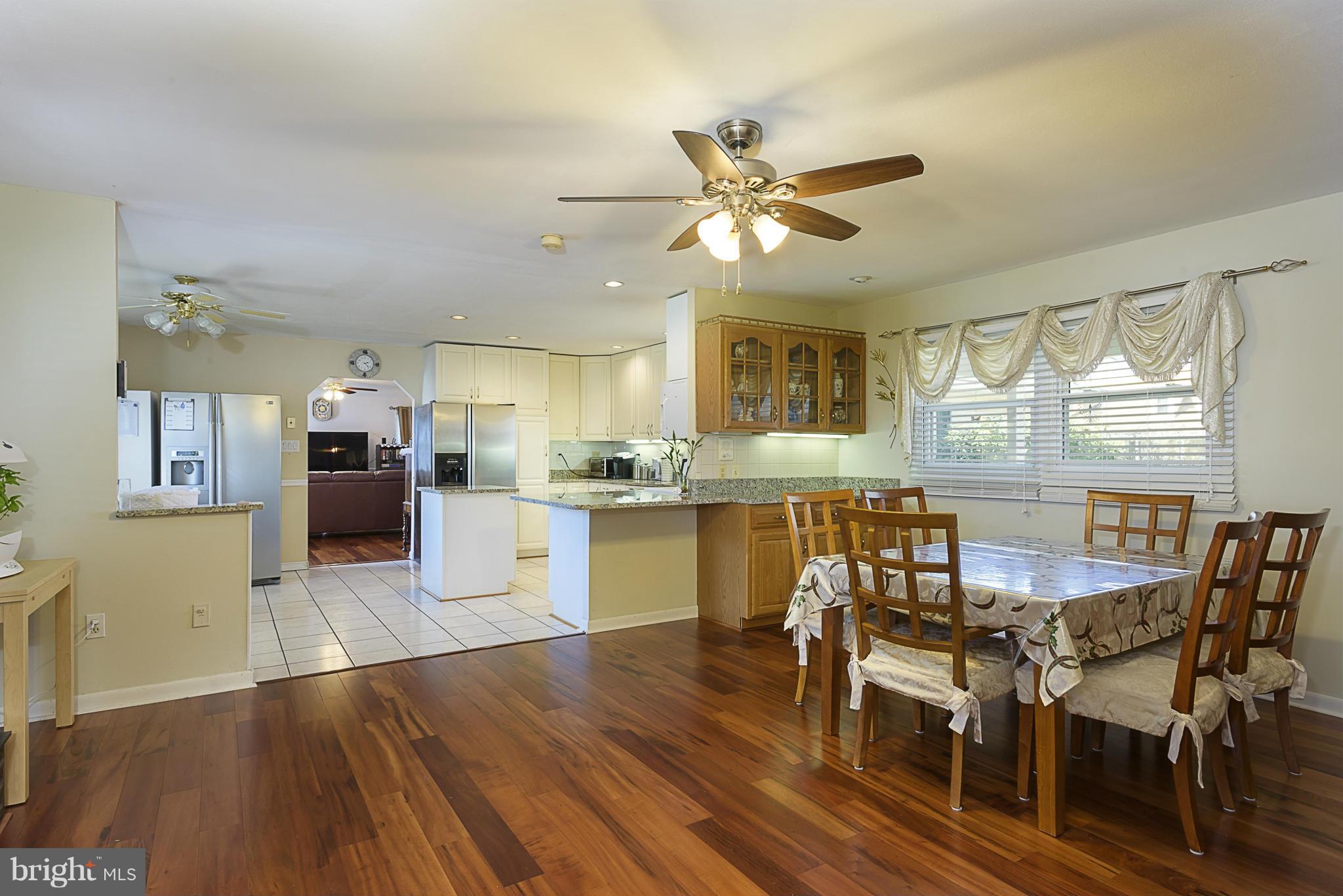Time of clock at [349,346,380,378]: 2:23
